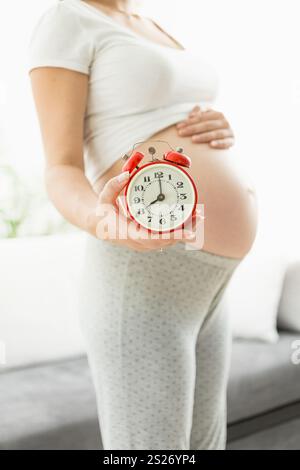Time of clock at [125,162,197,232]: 8:00
